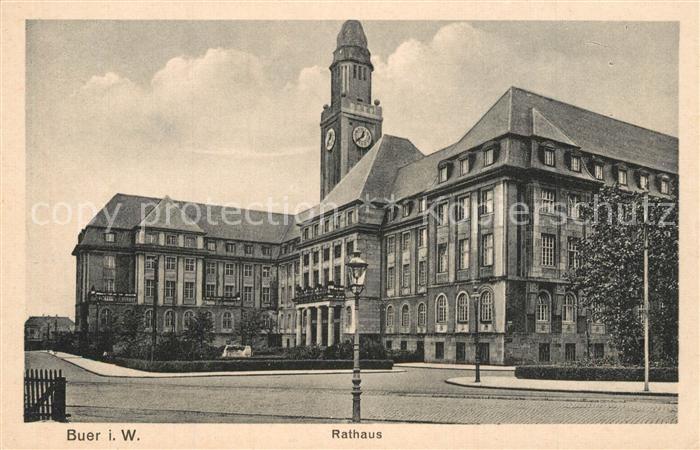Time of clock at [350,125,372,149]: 12:38
